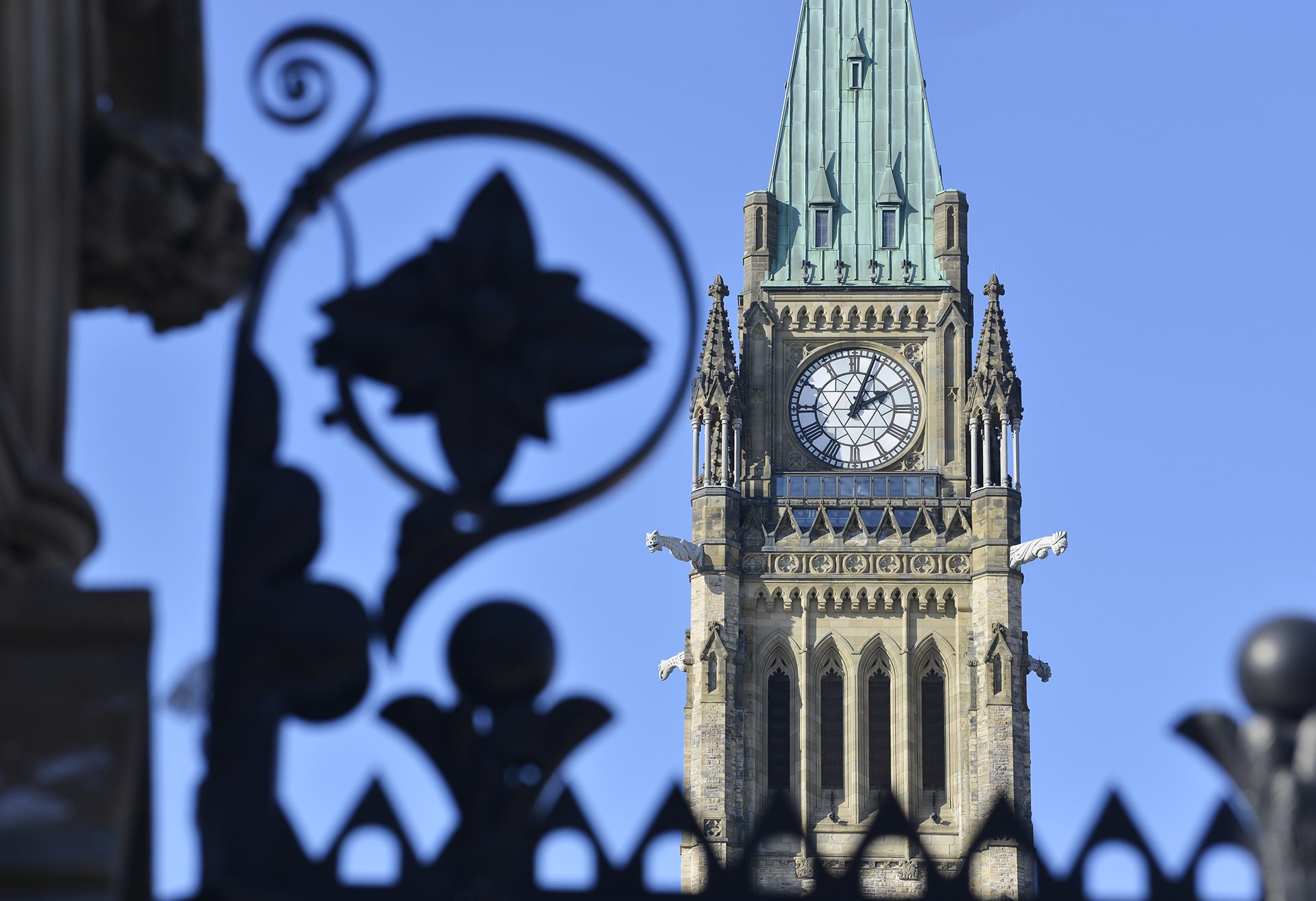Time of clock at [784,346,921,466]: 2:03
